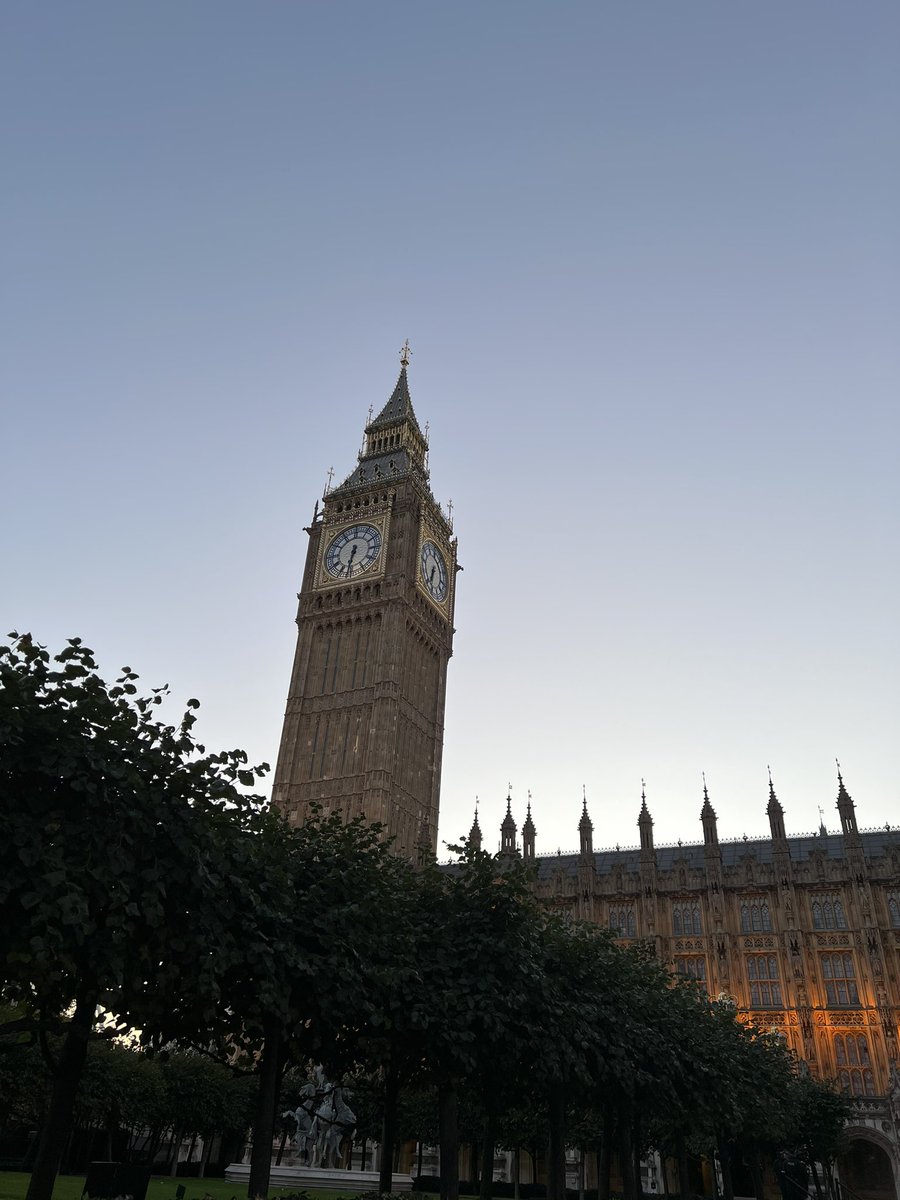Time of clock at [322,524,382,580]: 6:32
